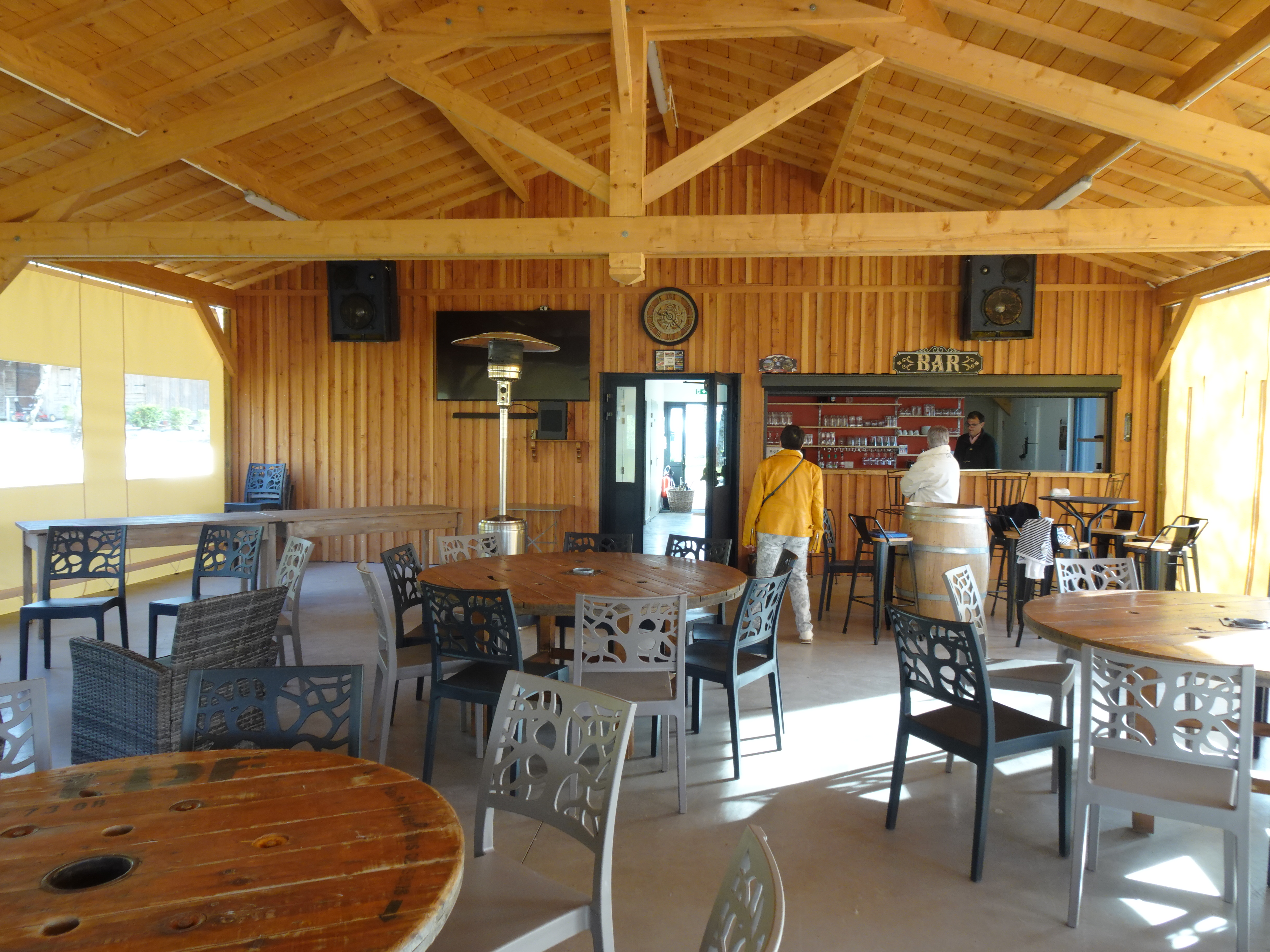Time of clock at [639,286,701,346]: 9:23
